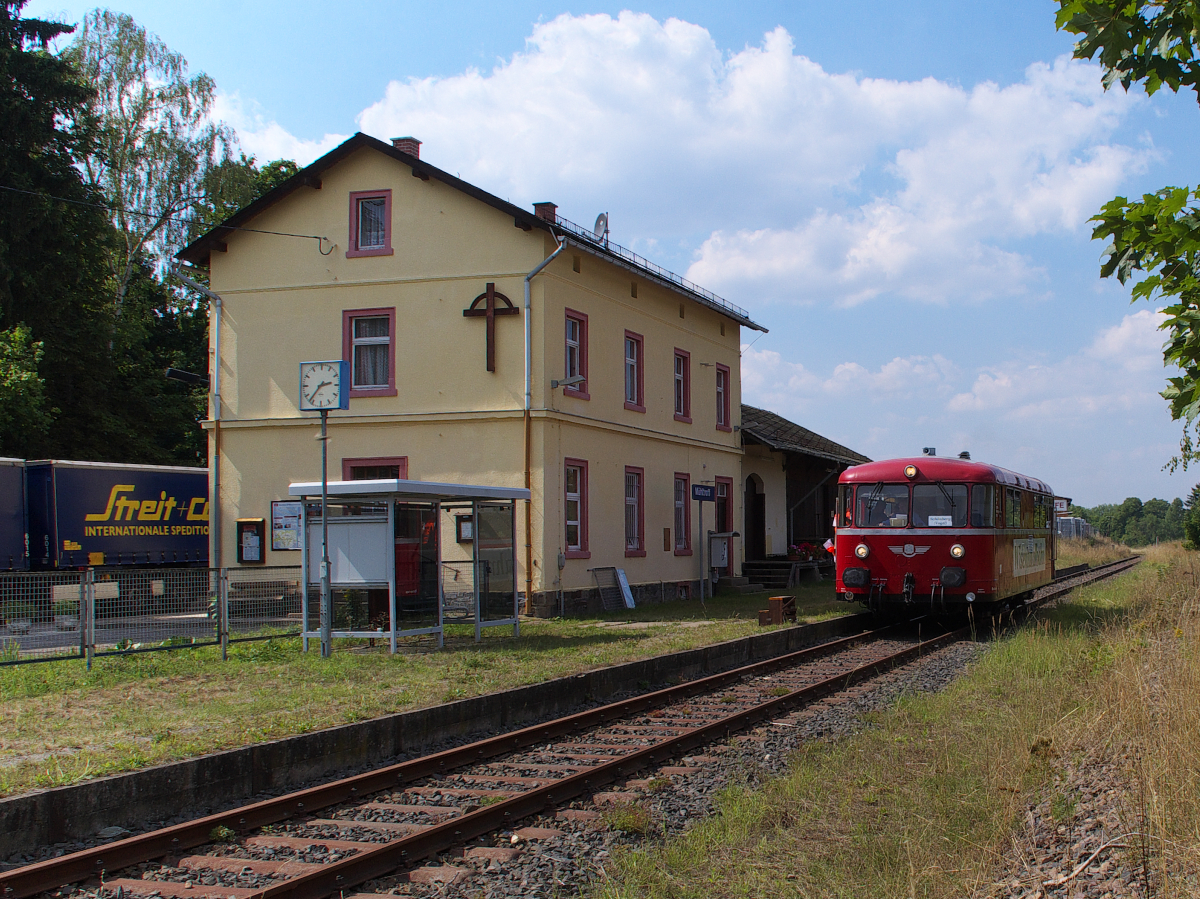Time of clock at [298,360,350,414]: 2:36
